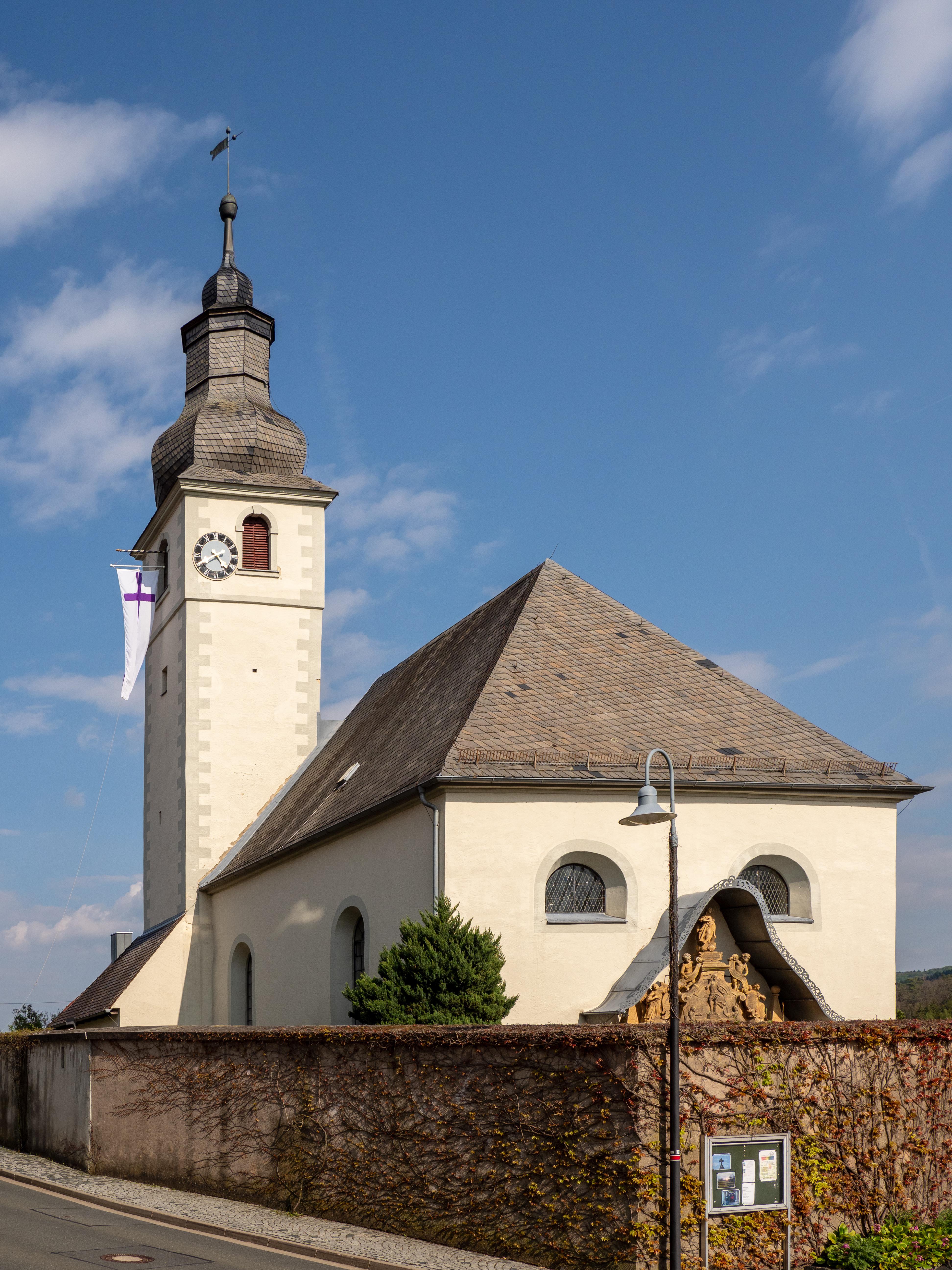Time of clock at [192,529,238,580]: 4:40
